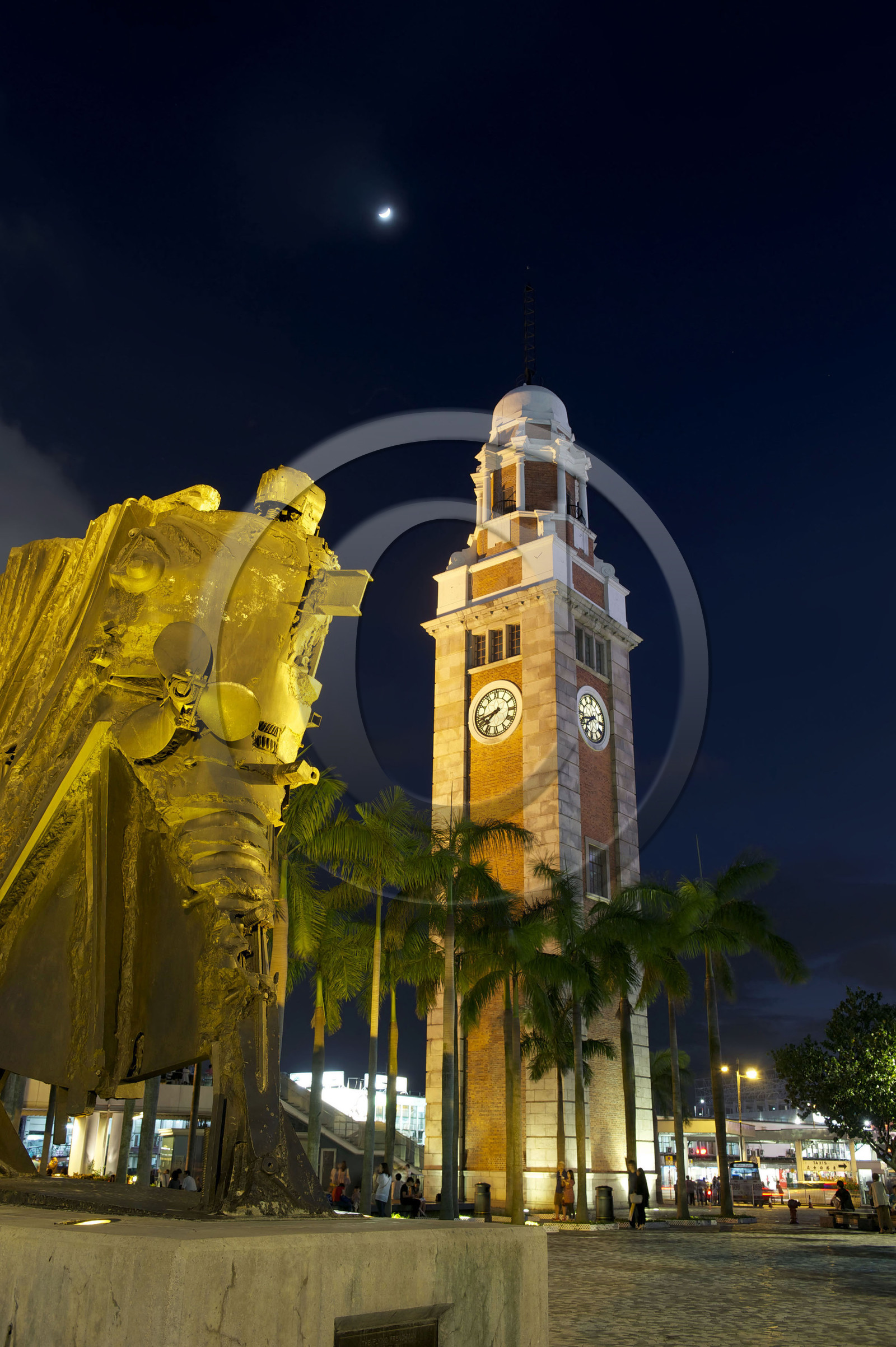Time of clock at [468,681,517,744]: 7:42
